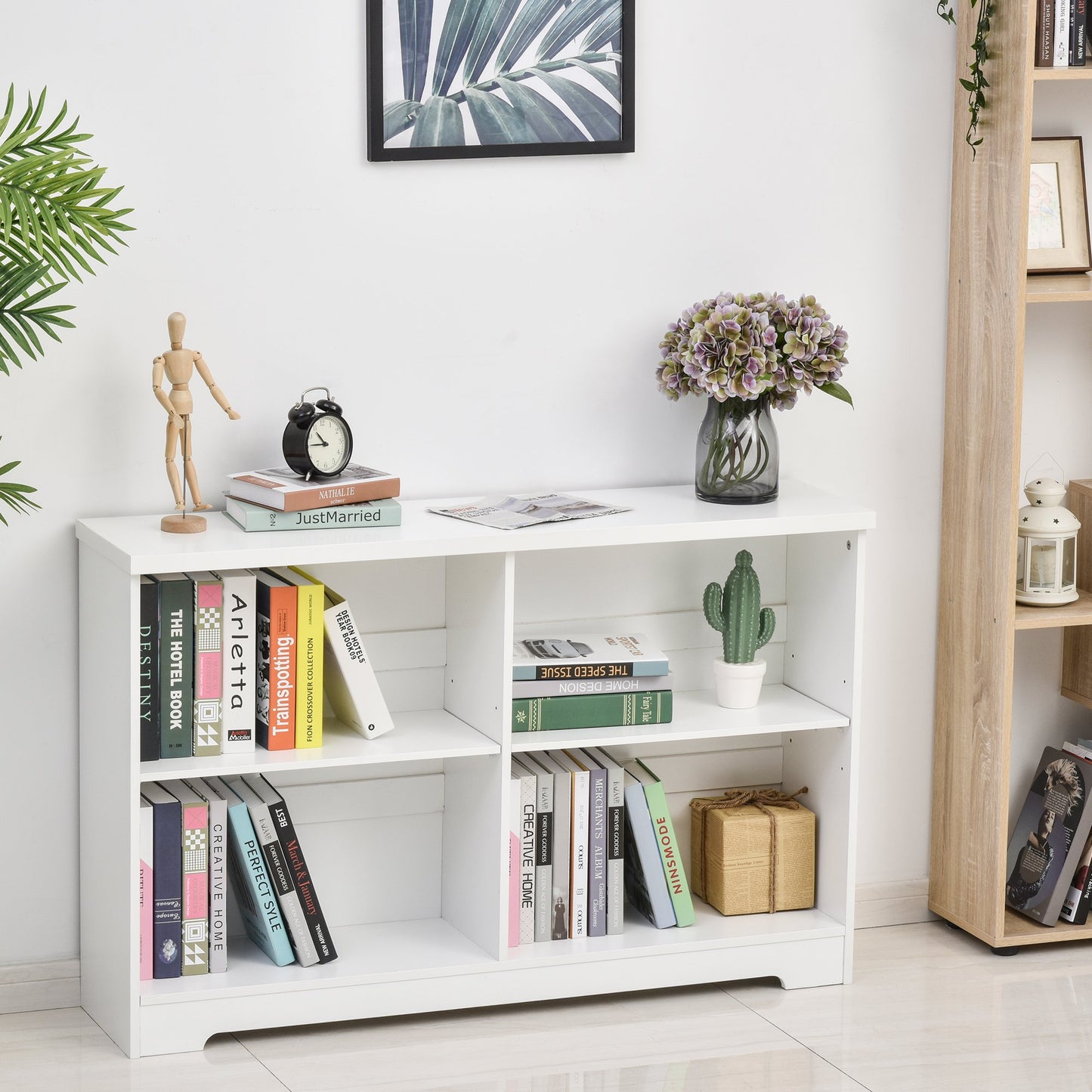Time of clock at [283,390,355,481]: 10:45
